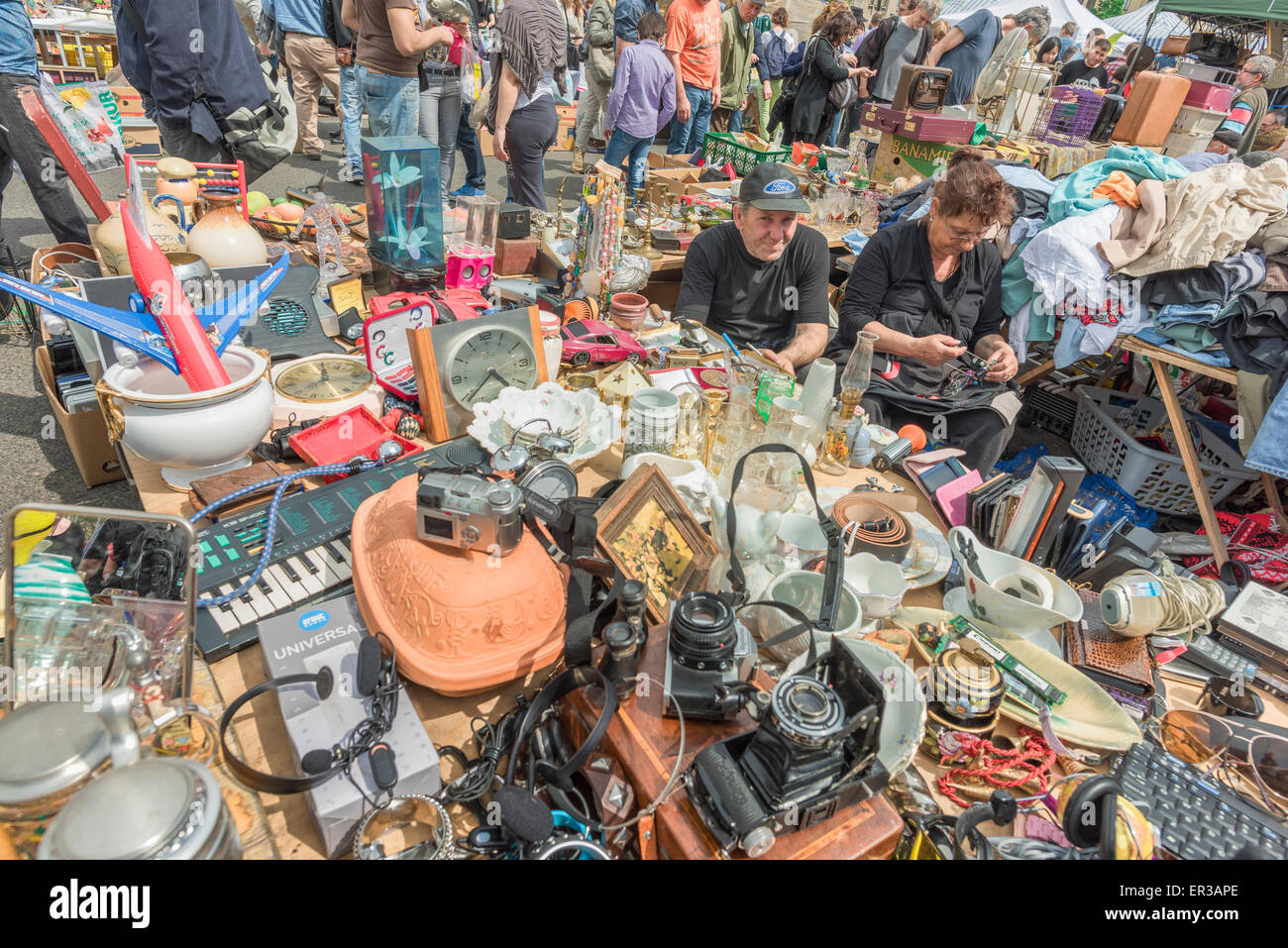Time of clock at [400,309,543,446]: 4:39
